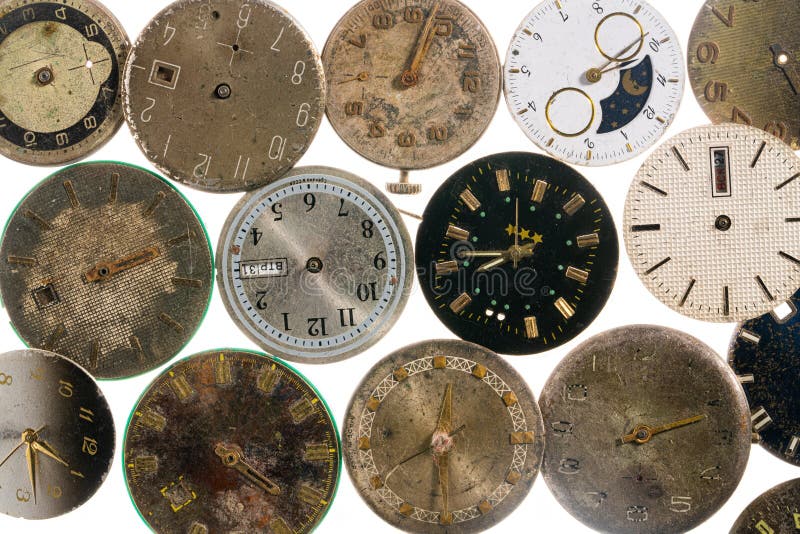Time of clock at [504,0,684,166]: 2:08
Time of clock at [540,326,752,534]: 2:11
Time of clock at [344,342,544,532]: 12:31
